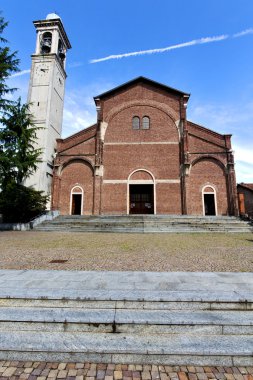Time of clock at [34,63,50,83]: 4:14
